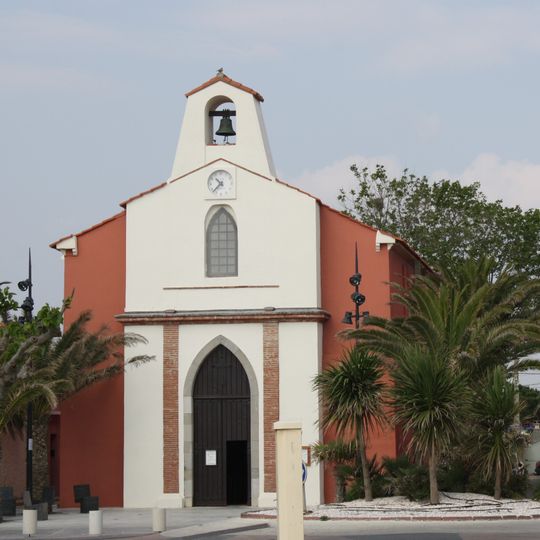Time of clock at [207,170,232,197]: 10:37
